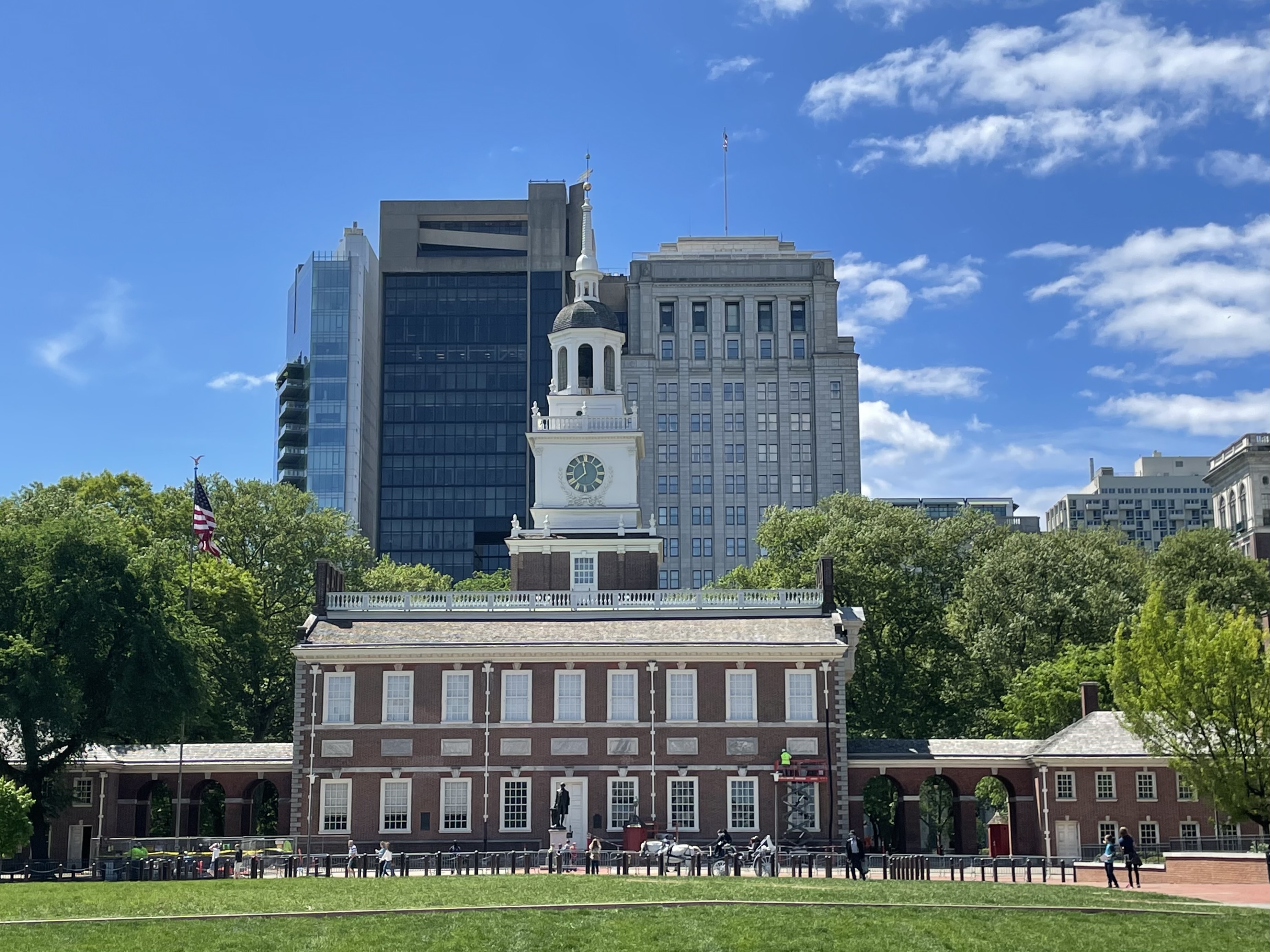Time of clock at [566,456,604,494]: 11:37
